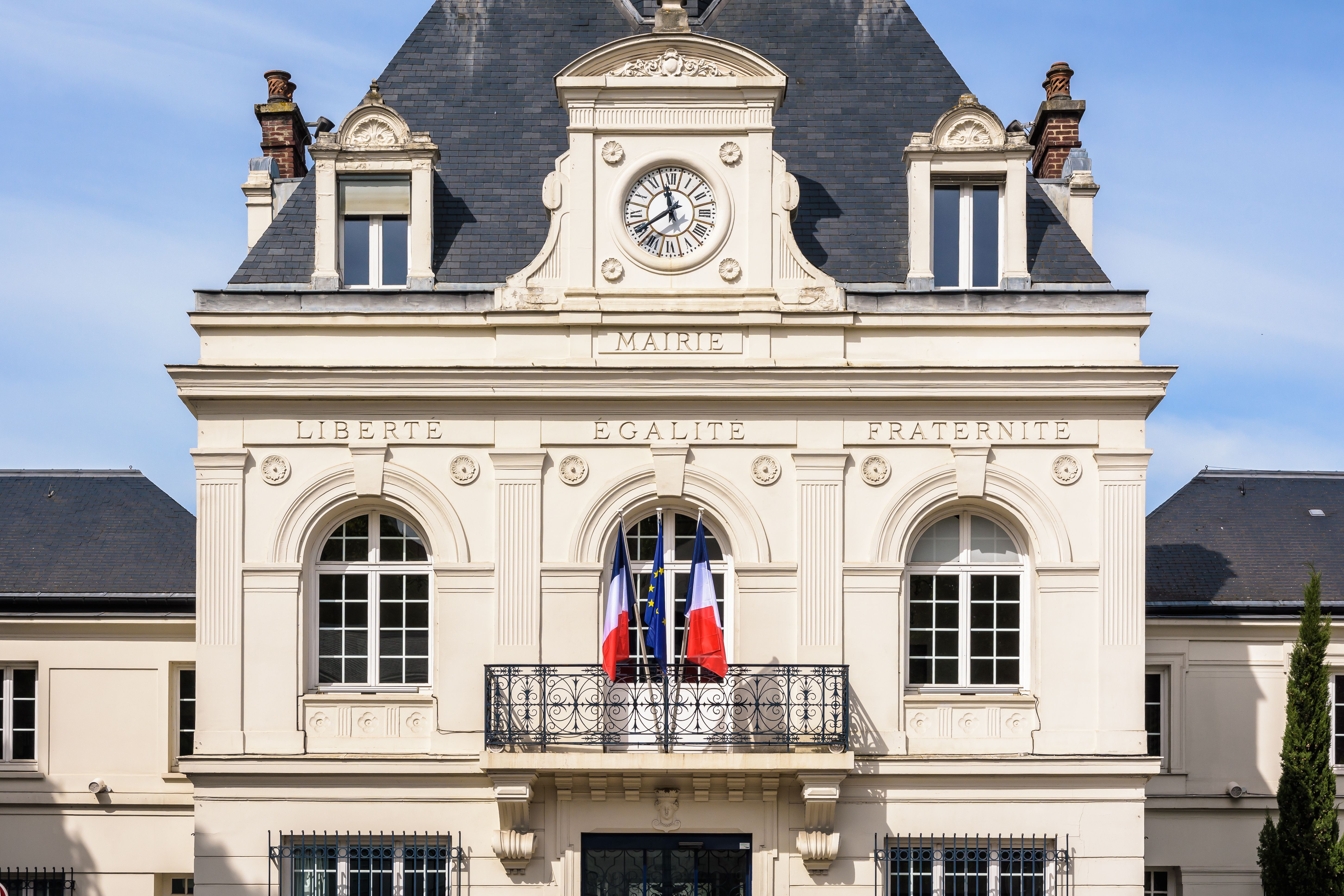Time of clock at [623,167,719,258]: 11:39
